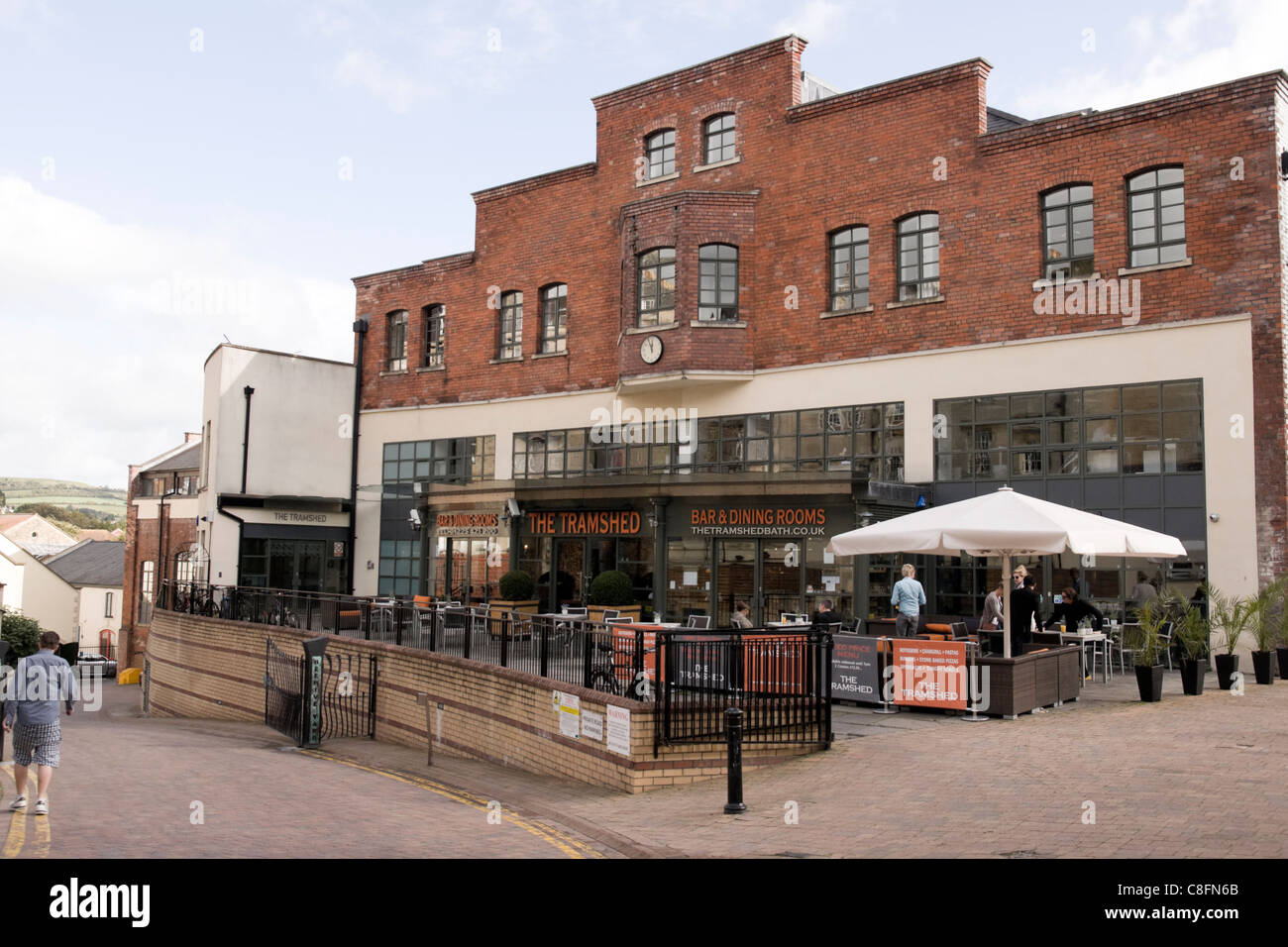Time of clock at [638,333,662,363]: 11:55
